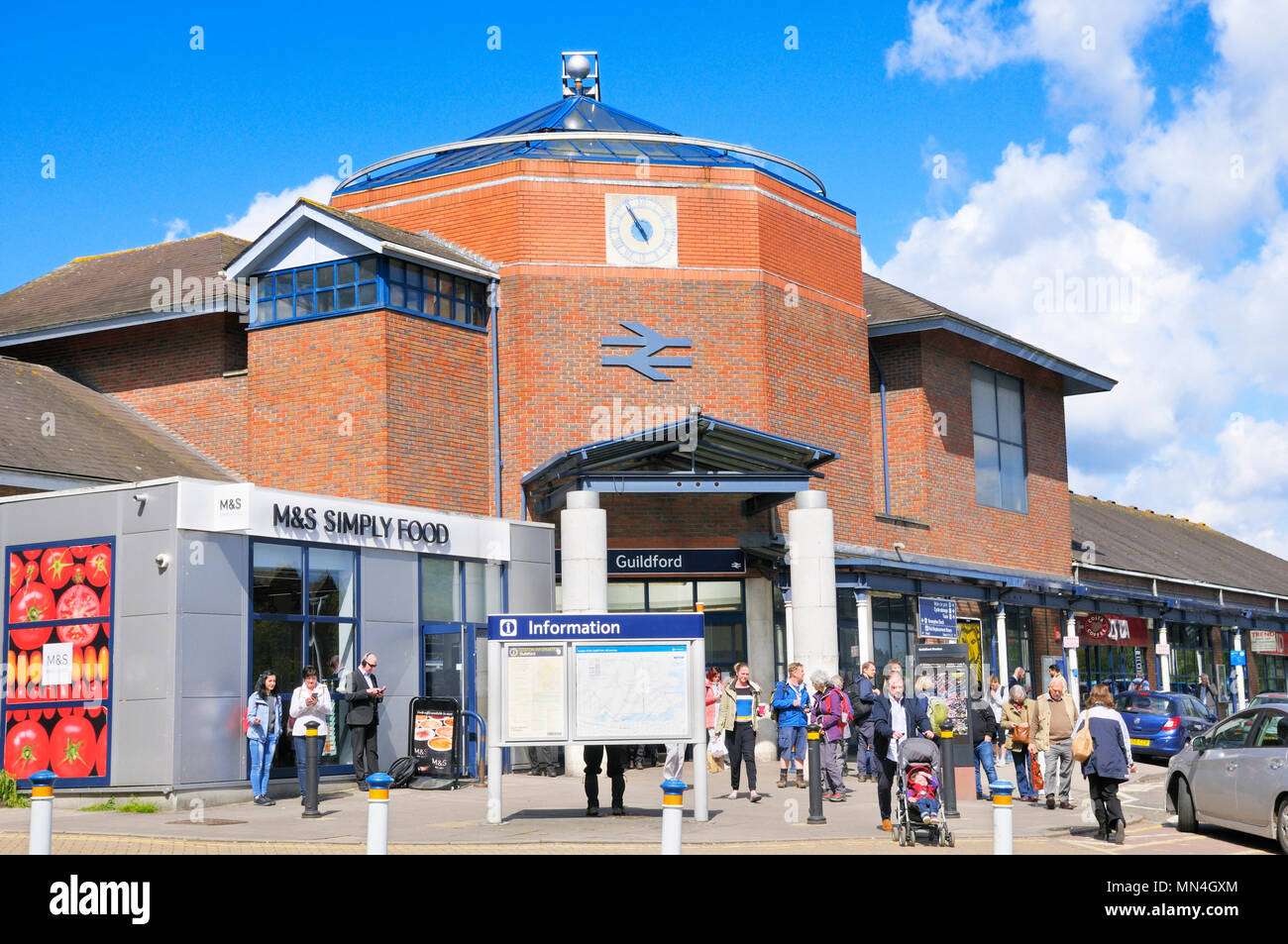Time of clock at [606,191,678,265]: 4:54
